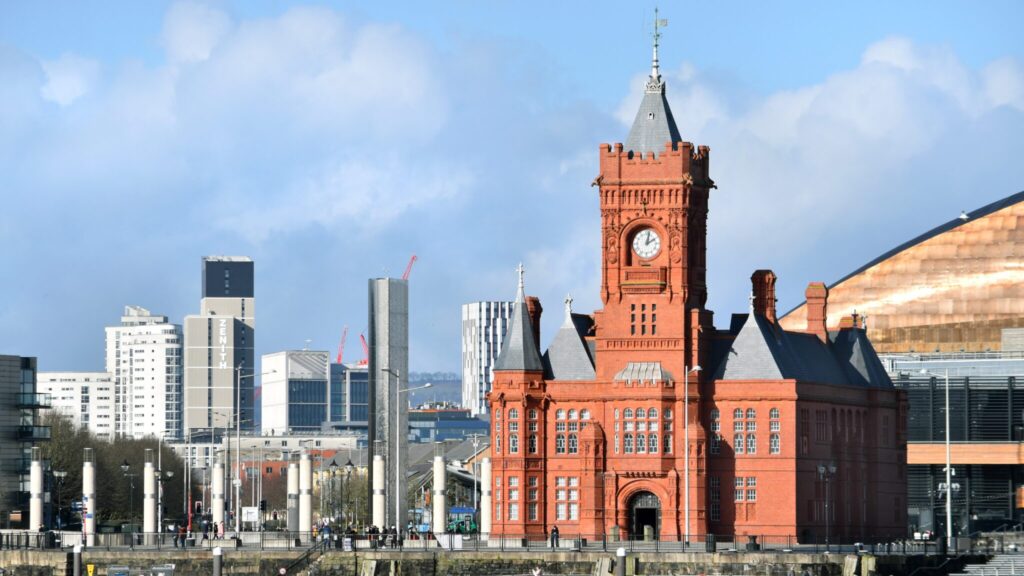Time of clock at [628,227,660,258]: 2:02
